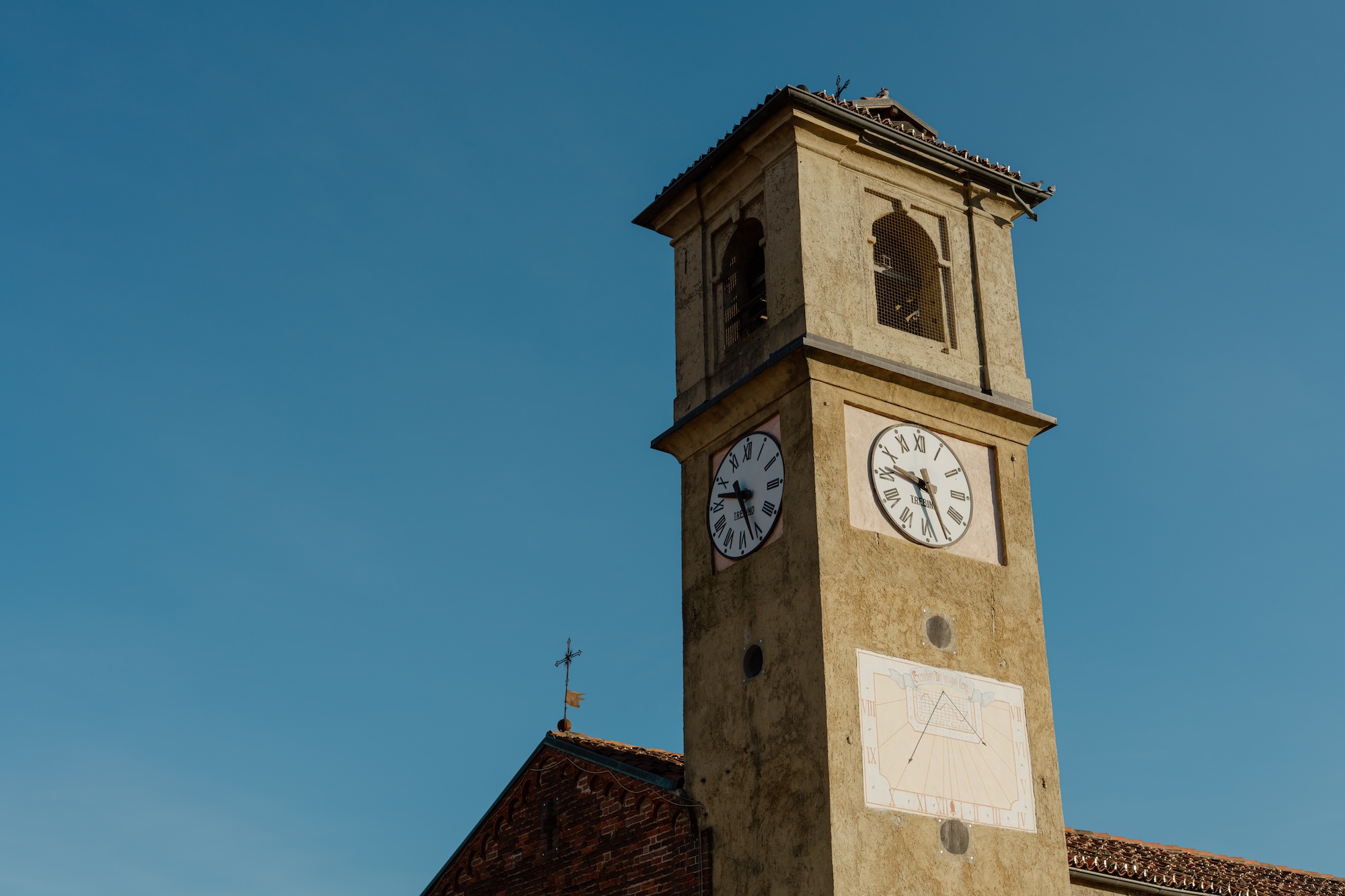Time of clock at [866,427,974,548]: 9:27
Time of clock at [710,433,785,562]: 9:26
